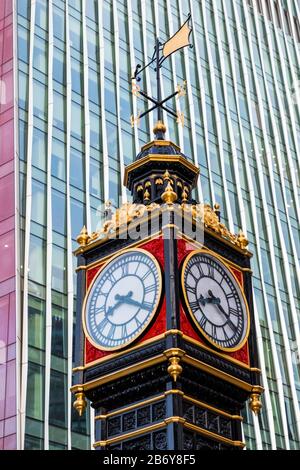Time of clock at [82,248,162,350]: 8:20
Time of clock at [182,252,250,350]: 8:19
